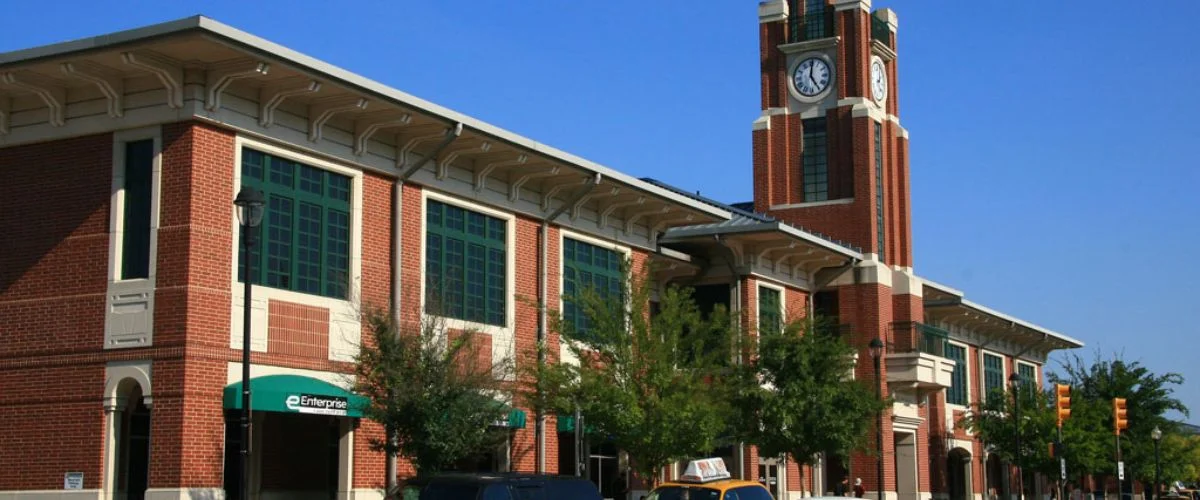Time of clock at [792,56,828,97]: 5:00
